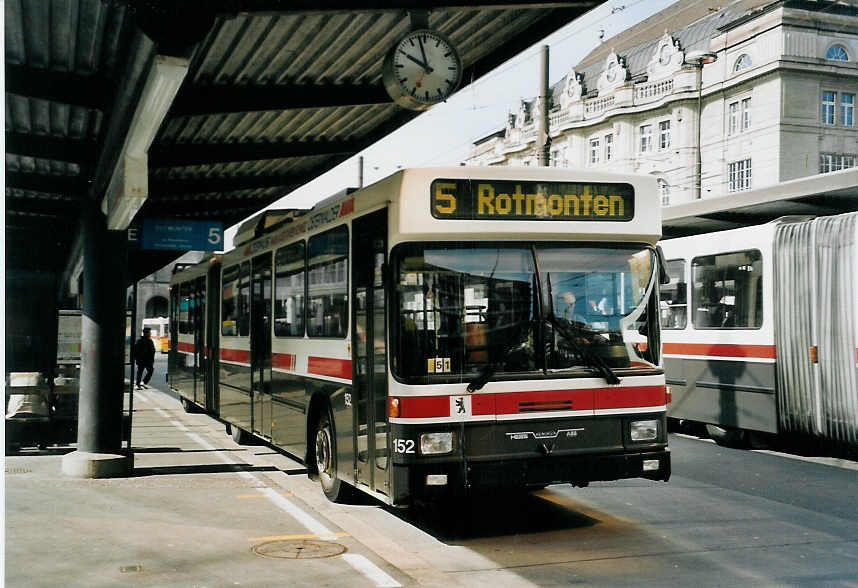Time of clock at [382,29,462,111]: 9:57
